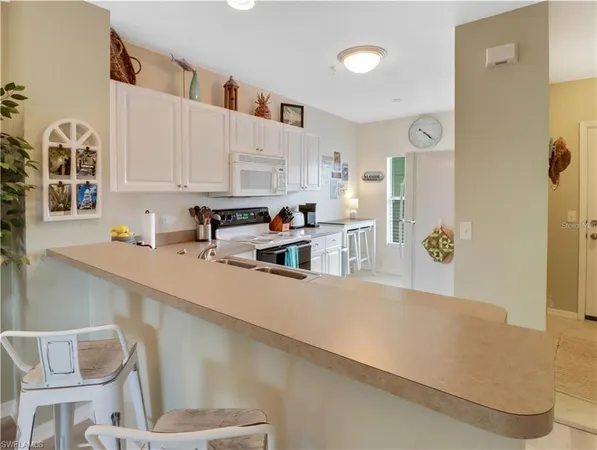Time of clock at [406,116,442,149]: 4:21
